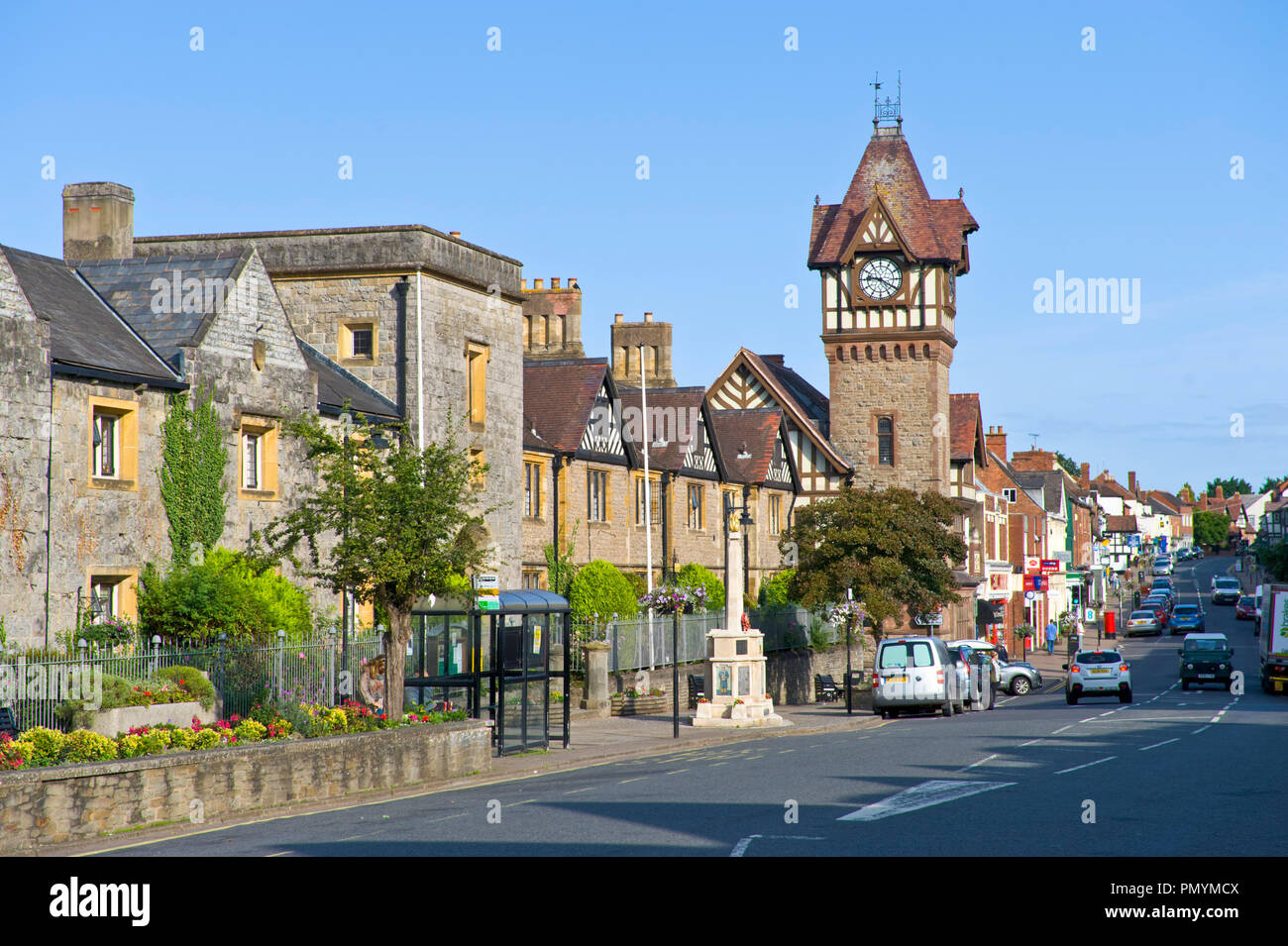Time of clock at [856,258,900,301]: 9:20
